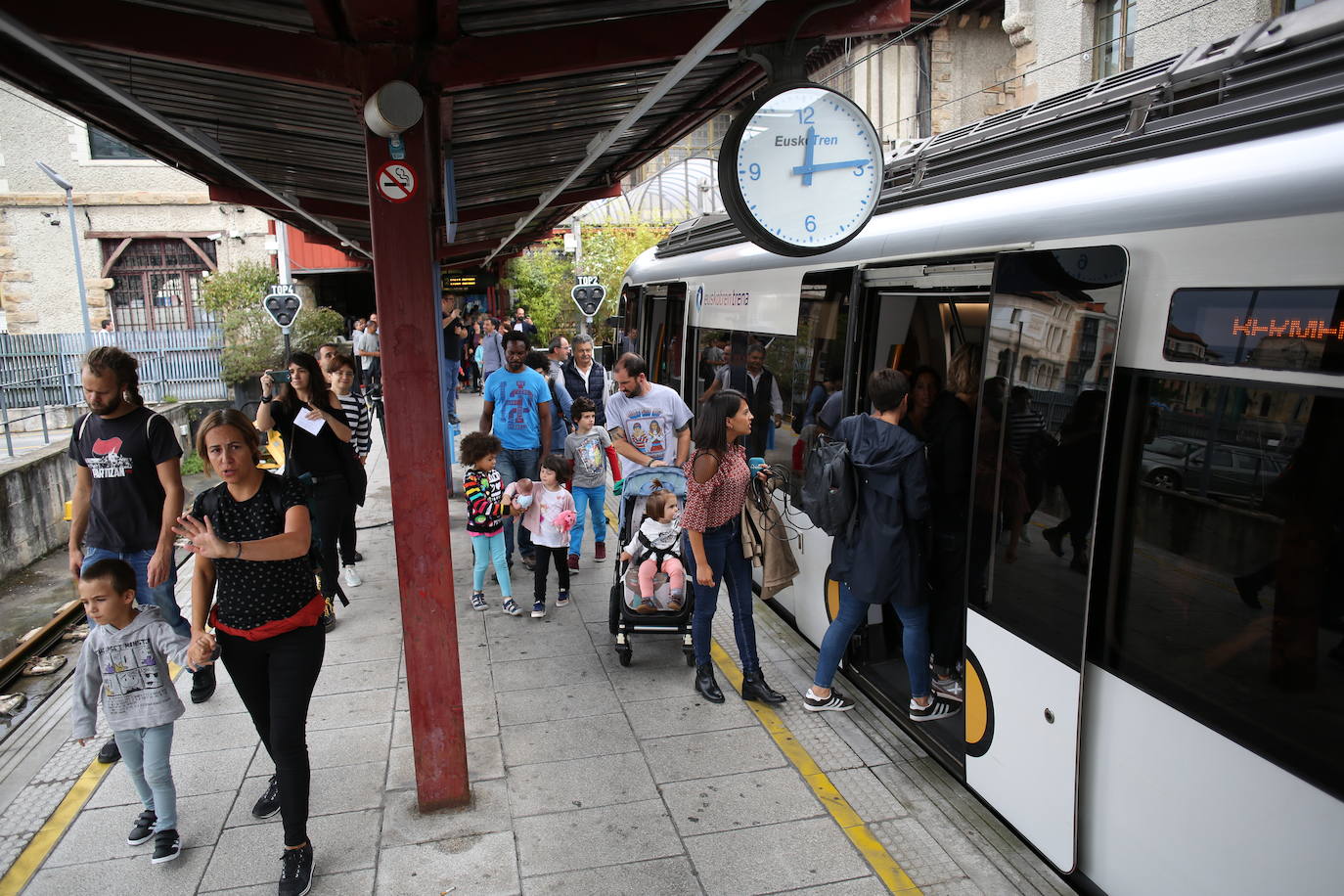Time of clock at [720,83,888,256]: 12:14
